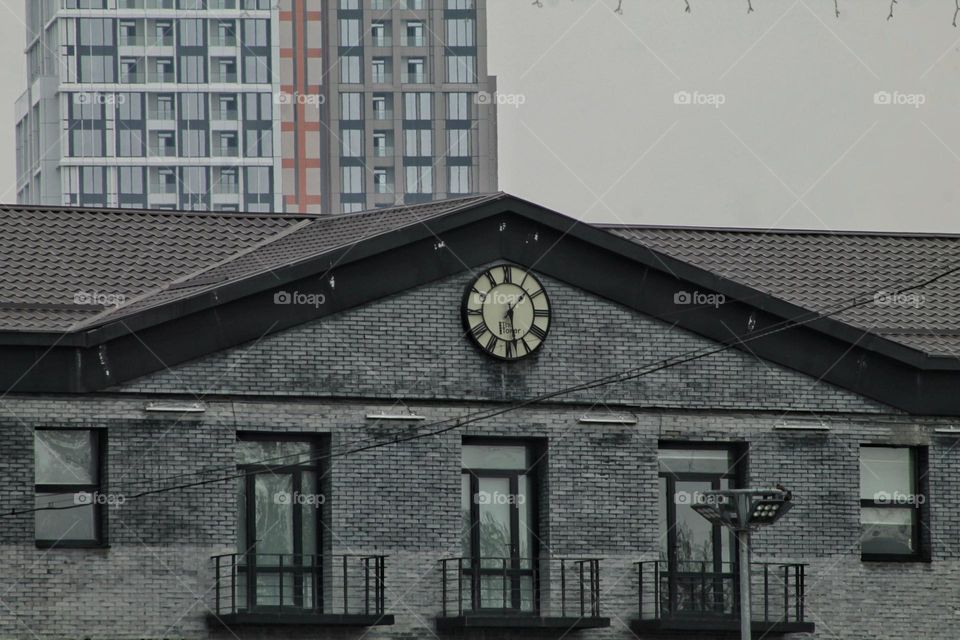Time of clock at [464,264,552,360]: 1:28
